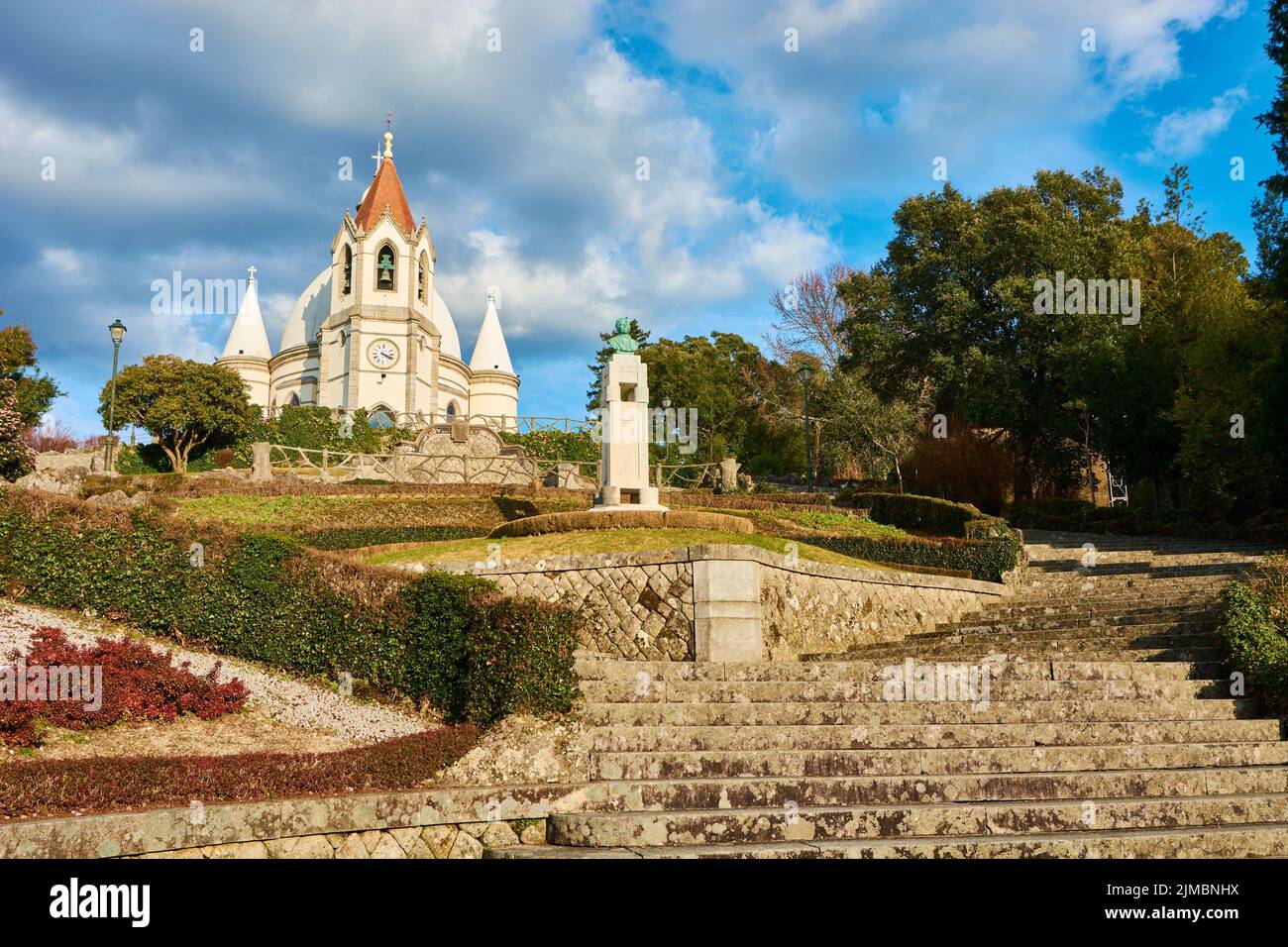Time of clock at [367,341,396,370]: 4:18
